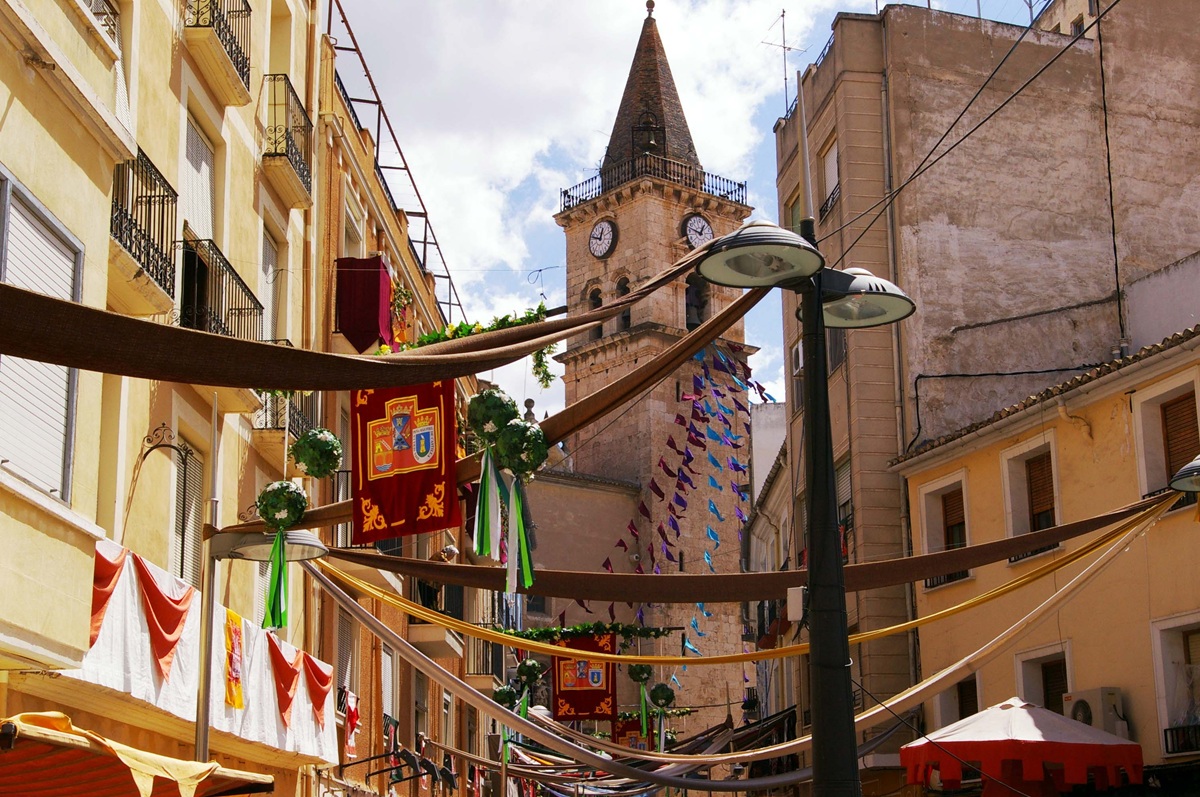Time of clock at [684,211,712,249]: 12:47
